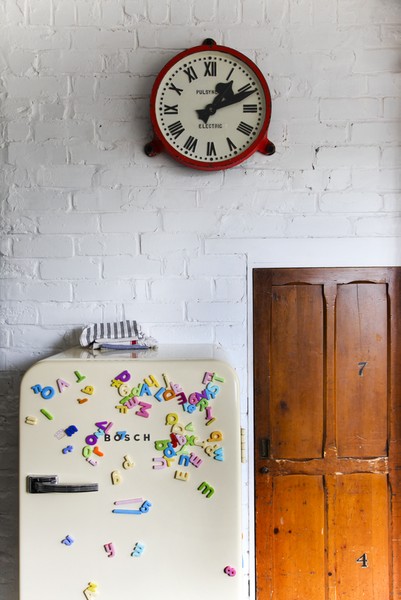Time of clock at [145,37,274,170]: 1:11
